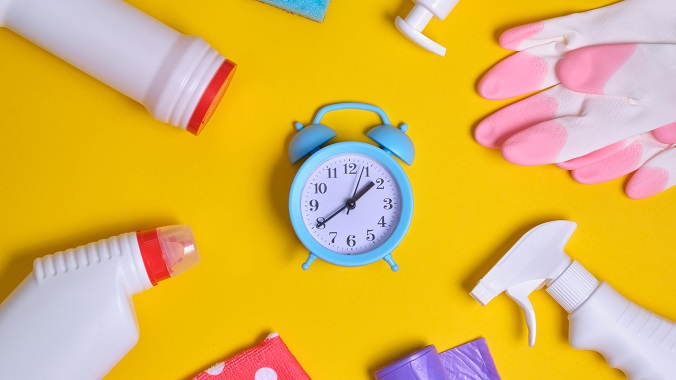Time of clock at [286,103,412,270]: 1:39
